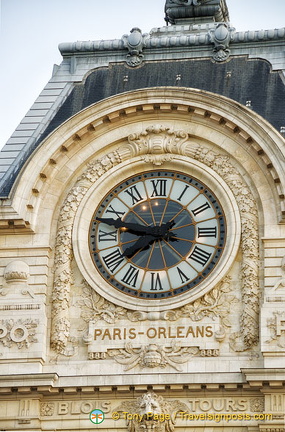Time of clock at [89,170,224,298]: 7:47
